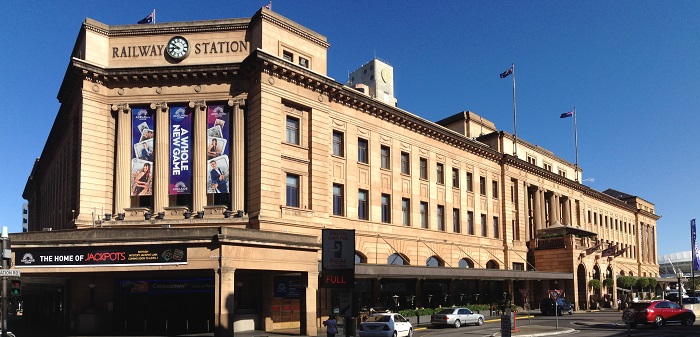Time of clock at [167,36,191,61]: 8:50
